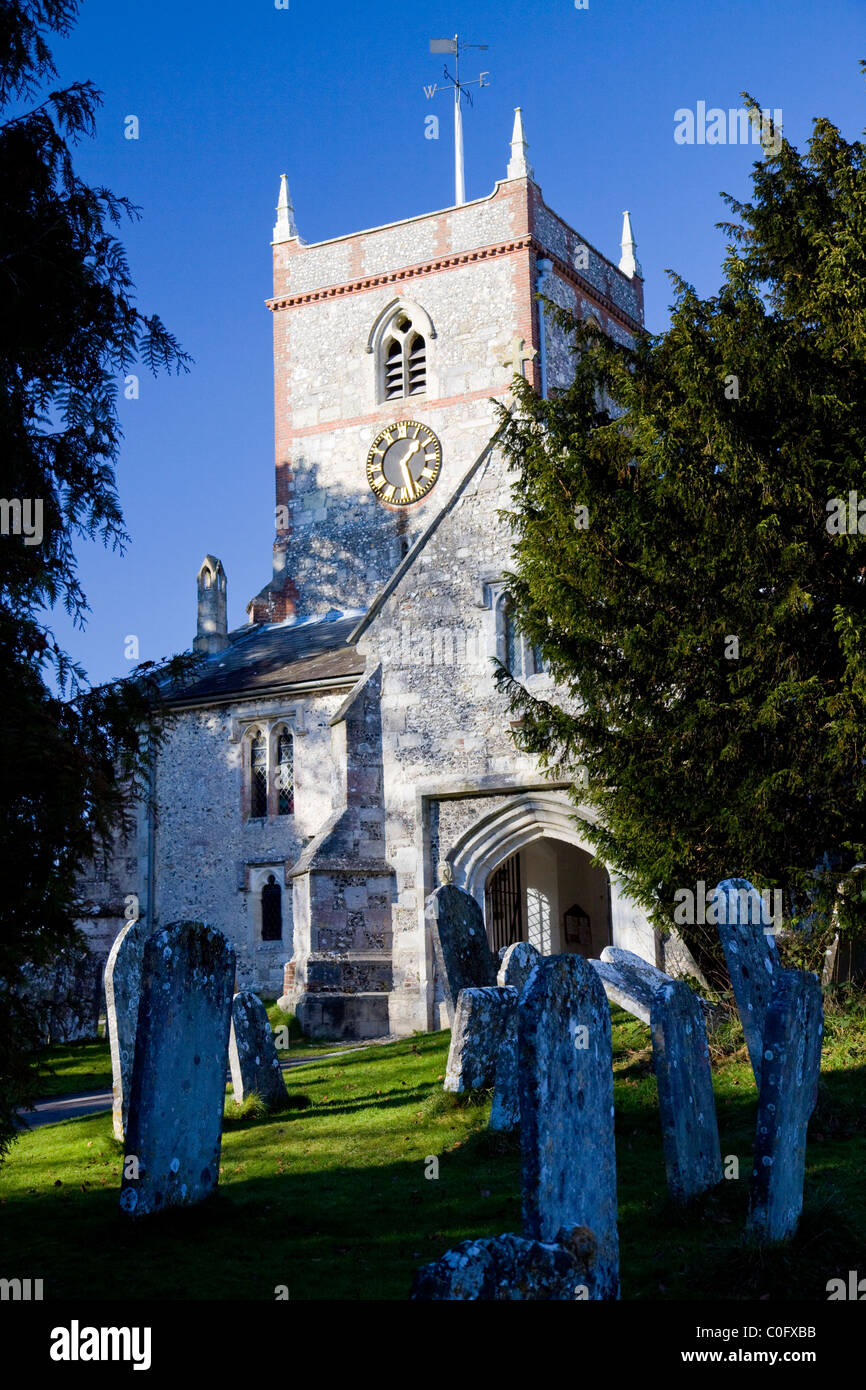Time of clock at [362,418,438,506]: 1:26
